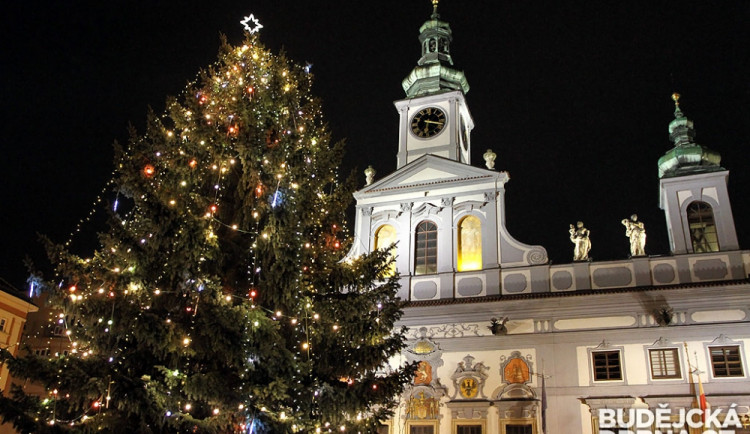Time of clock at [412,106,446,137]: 6:17
